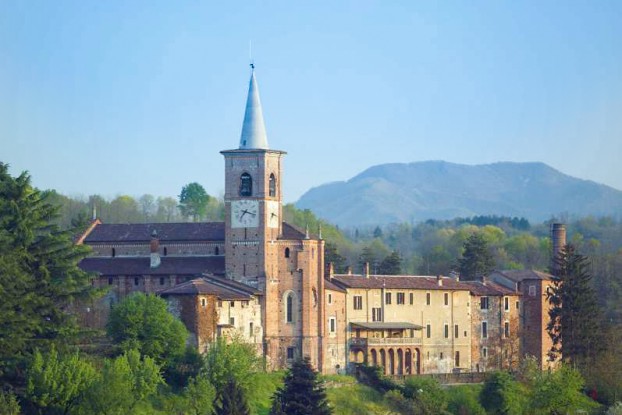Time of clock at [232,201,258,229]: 7:17
